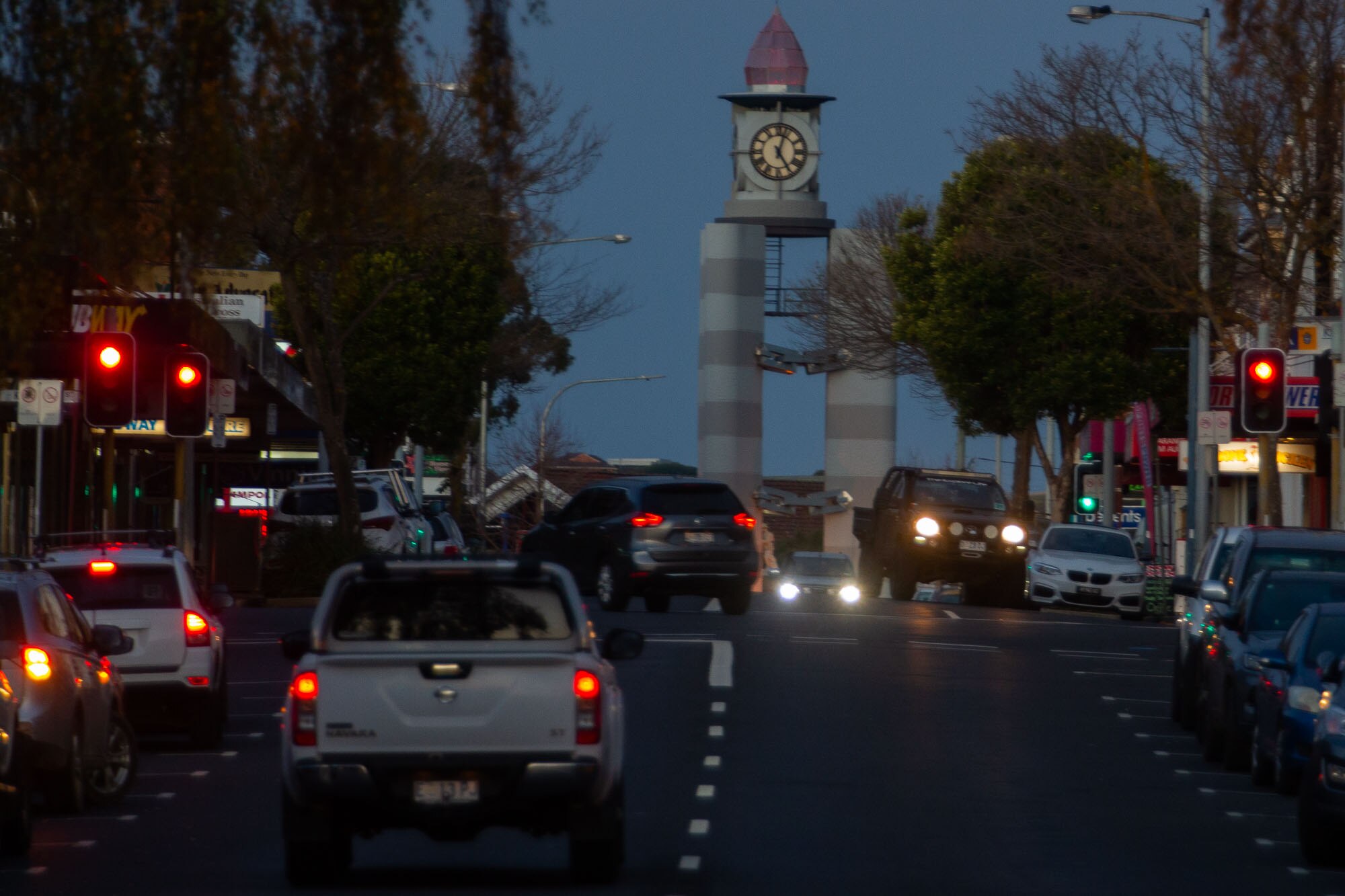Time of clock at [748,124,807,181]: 5:03
